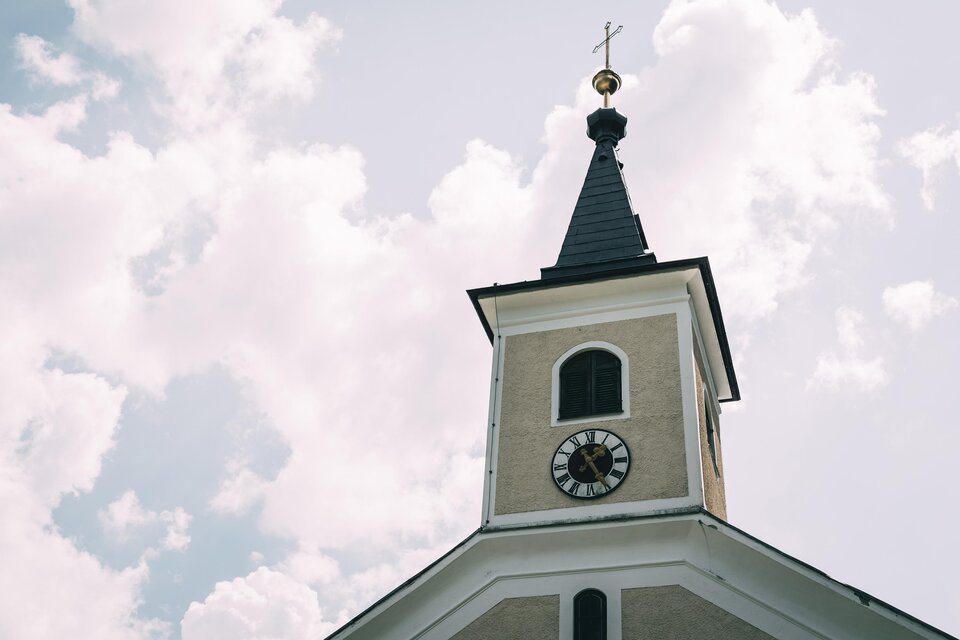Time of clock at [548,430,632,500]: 1:24
